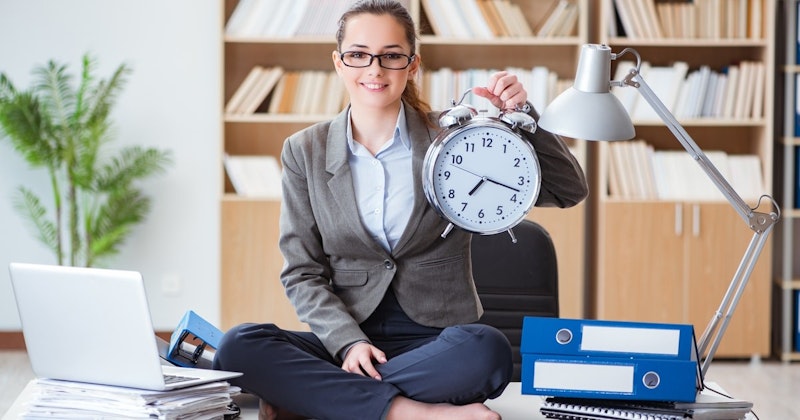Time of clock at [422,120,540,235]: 7:17
